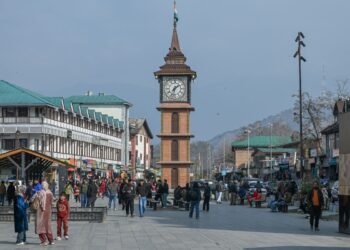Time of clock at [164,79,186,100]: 1:32
